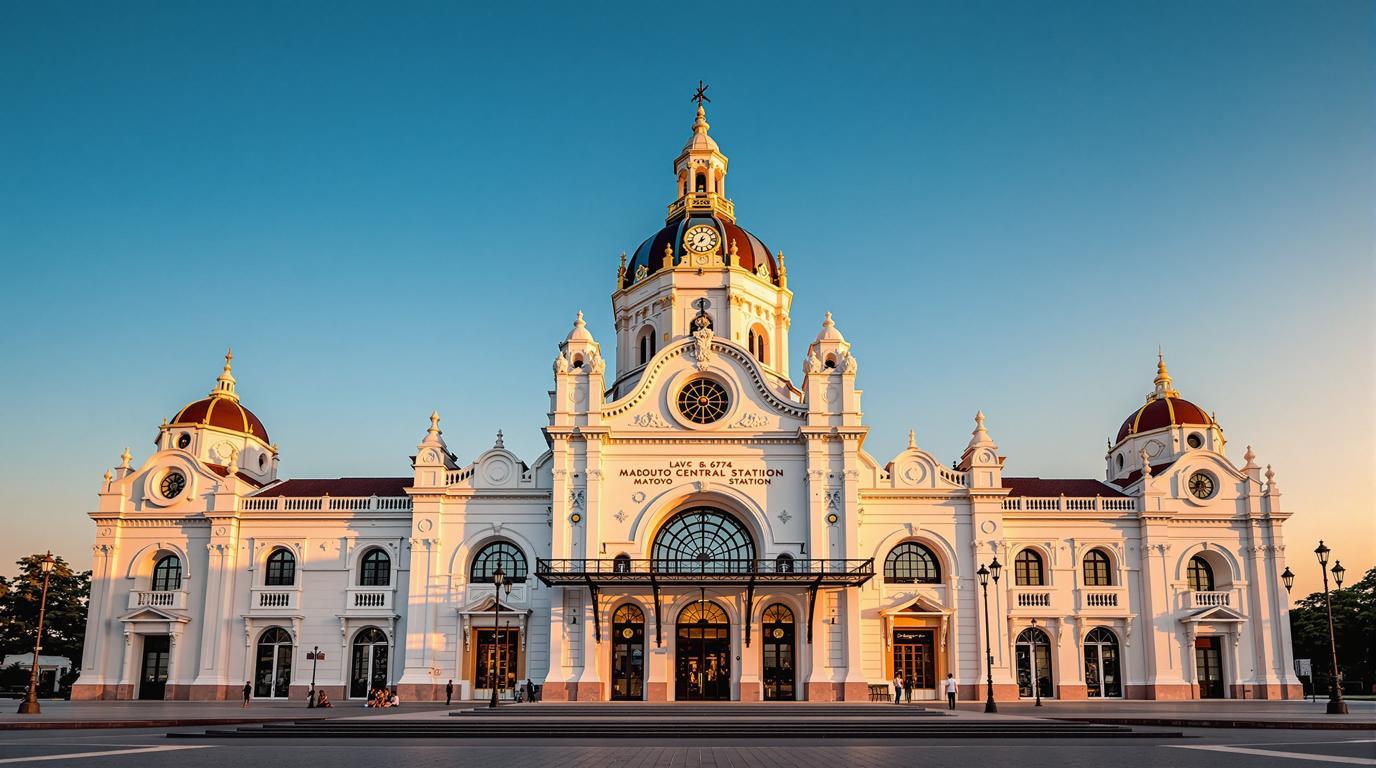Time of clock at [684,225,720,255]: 7:04
